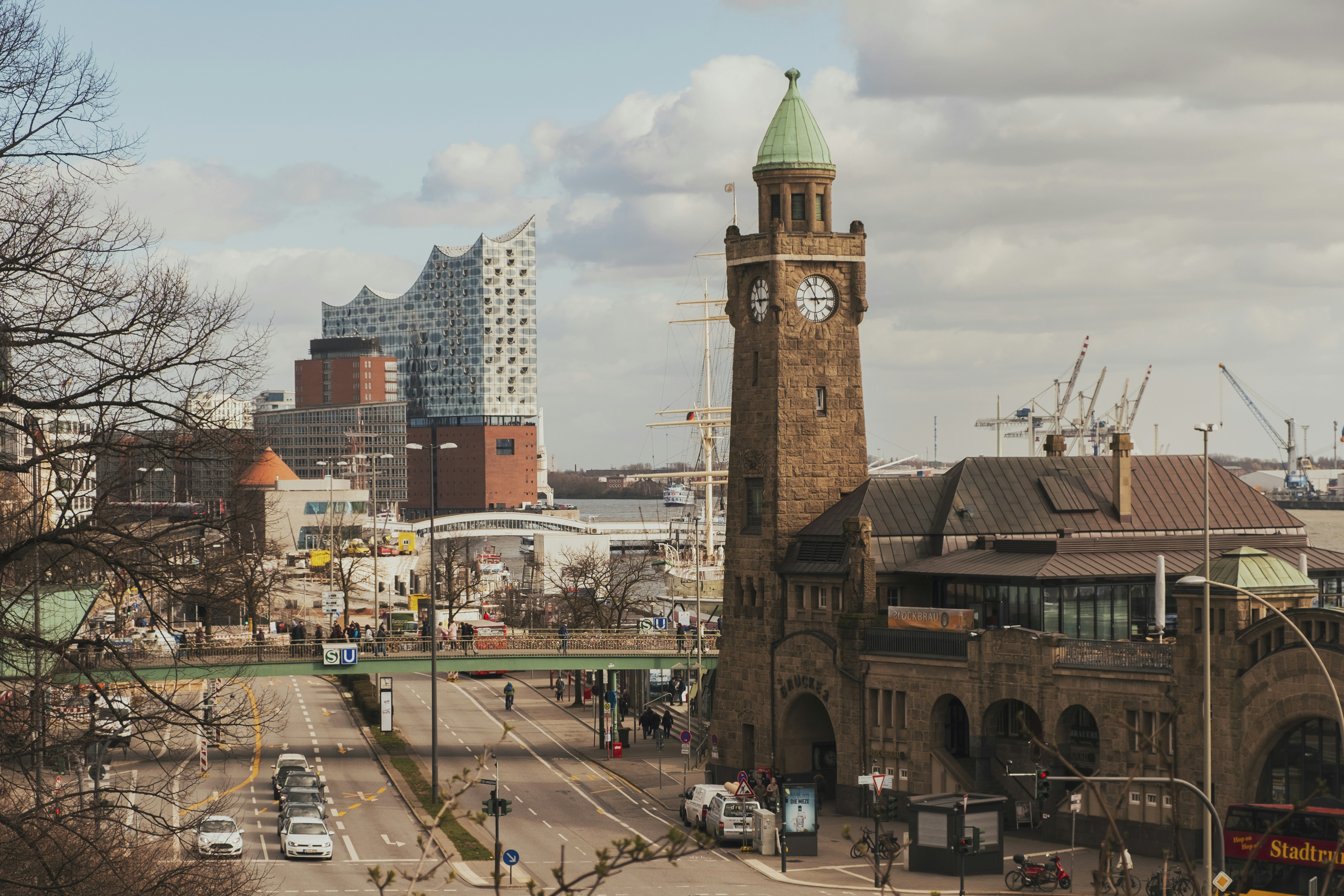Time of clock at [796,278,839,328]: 2:55
